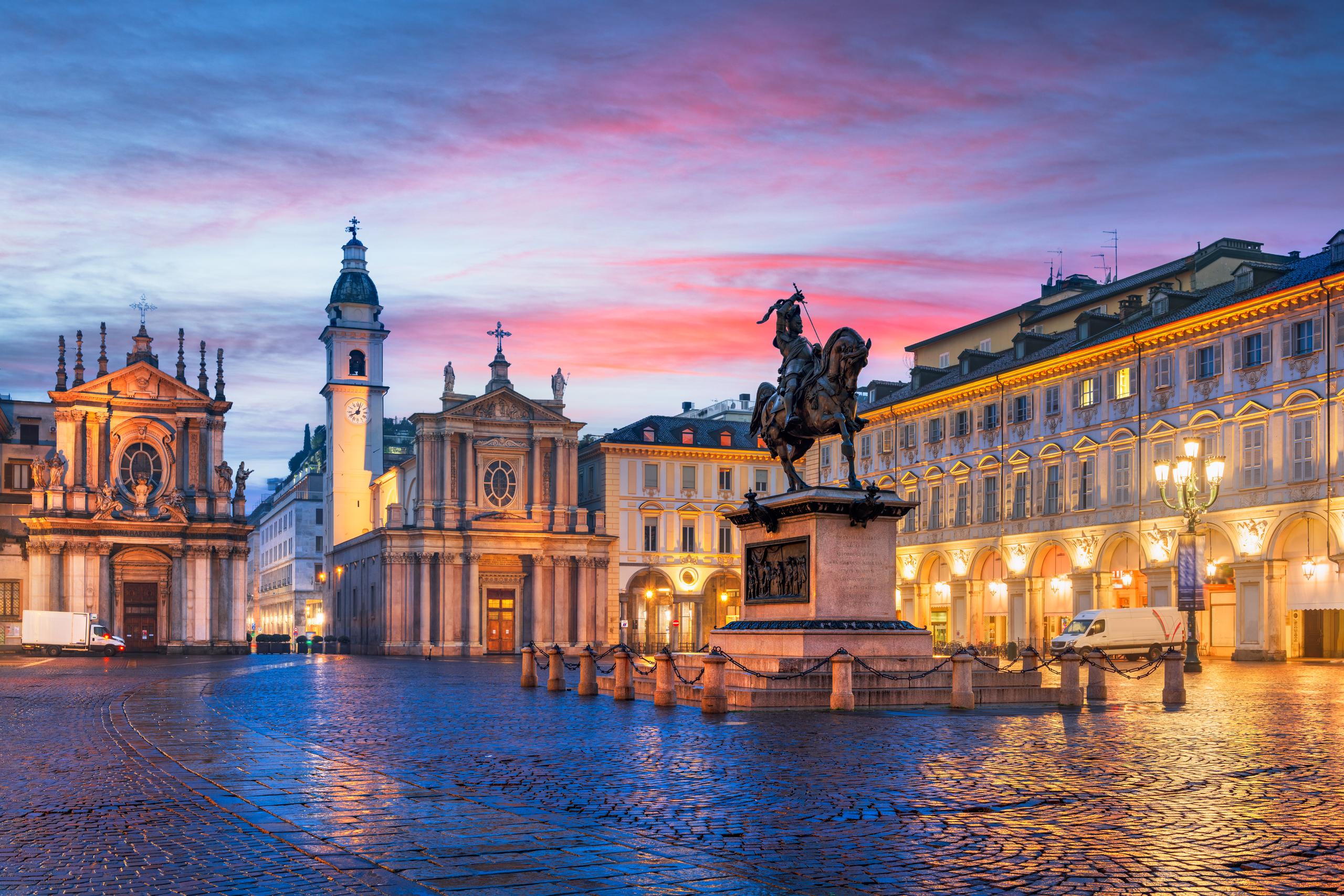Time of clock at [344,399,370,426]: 8:03
